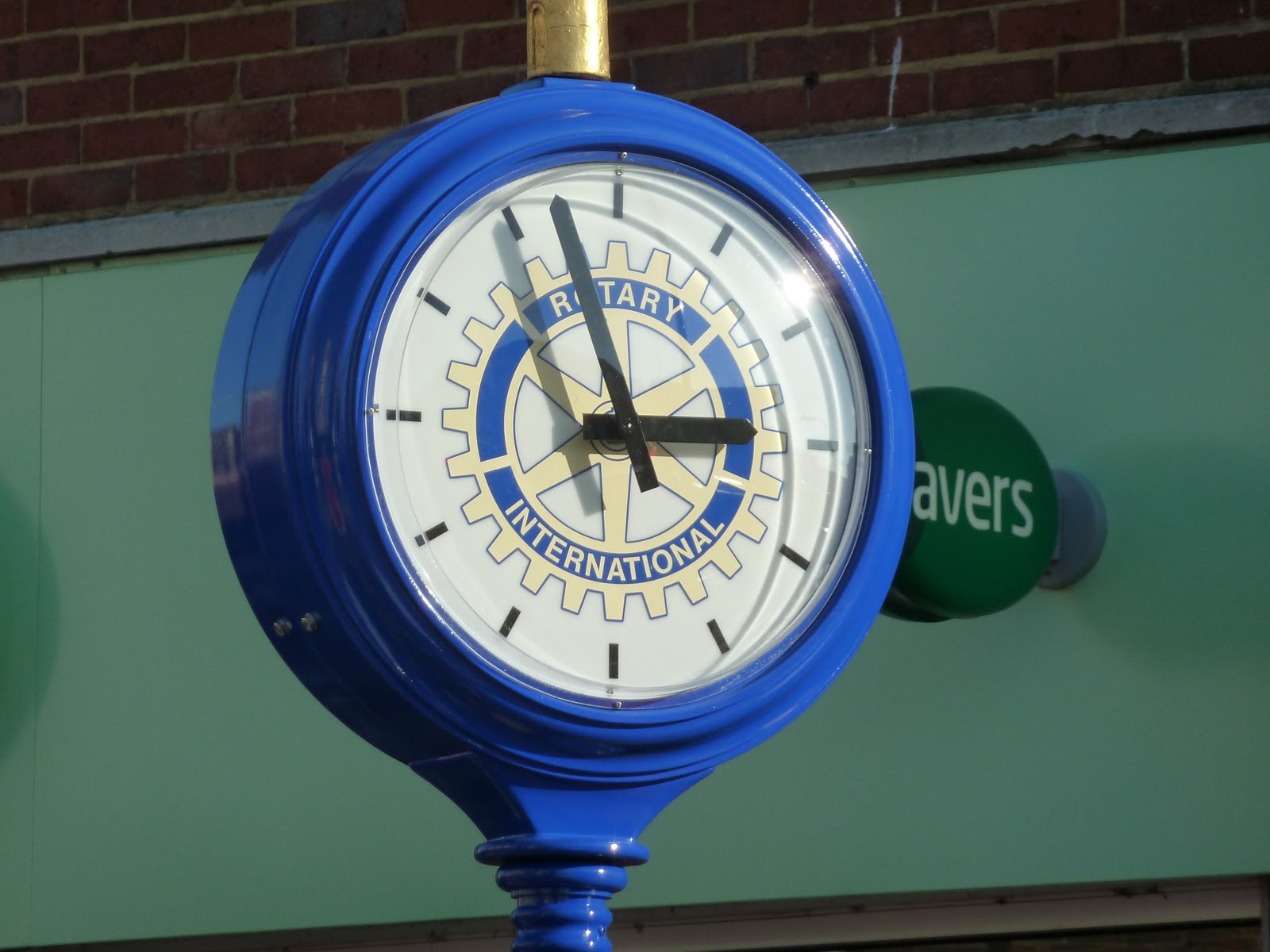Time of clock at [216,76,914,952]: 2:56
